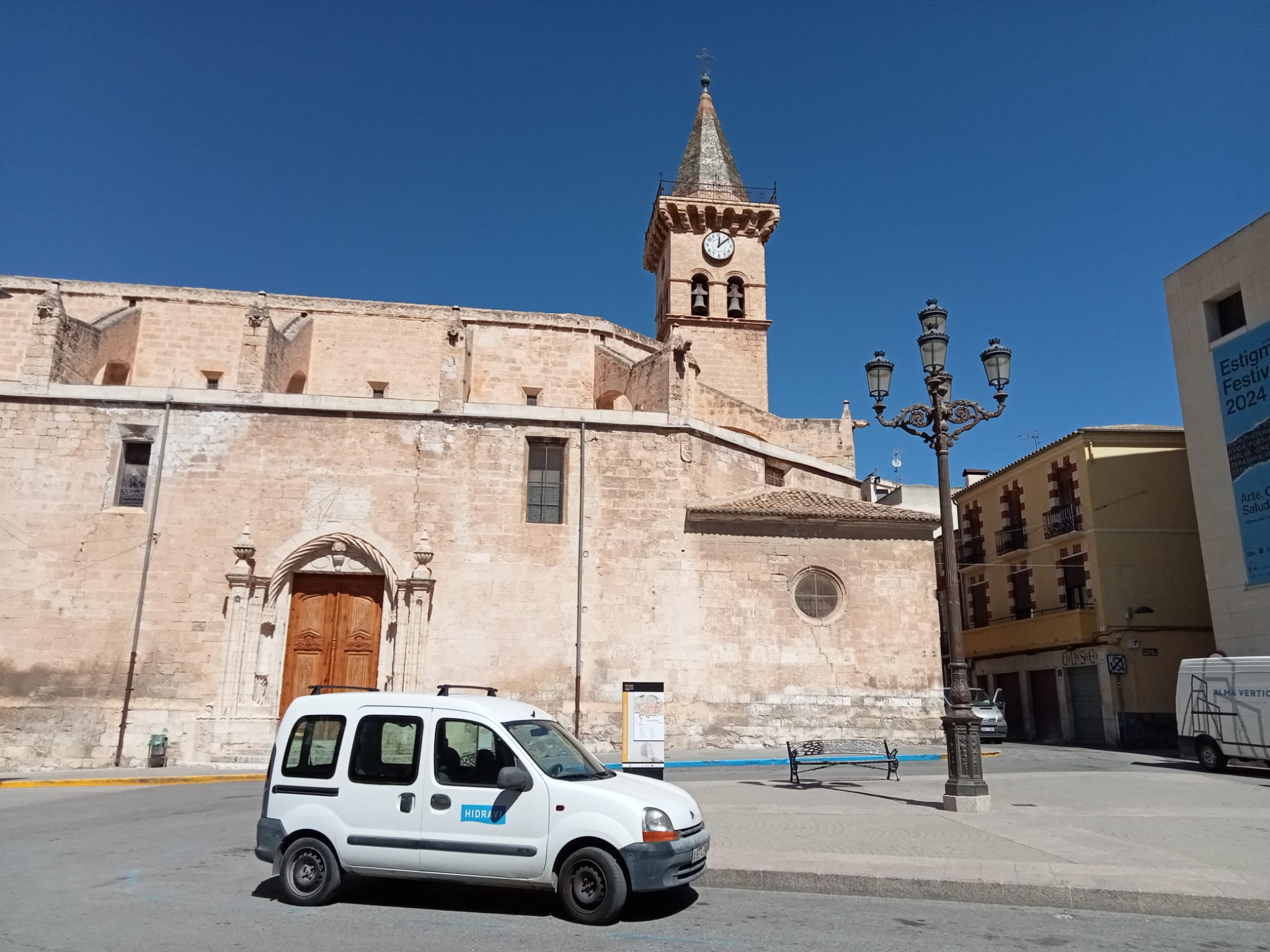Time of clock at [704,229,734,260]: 12:08
